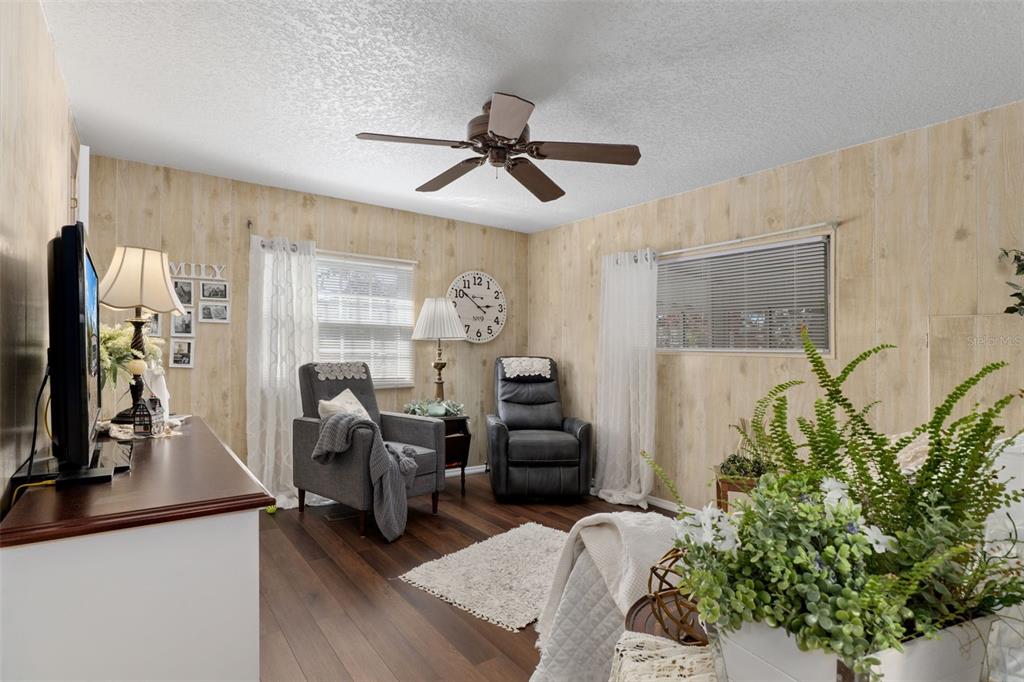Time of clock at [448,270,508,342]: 2:51
